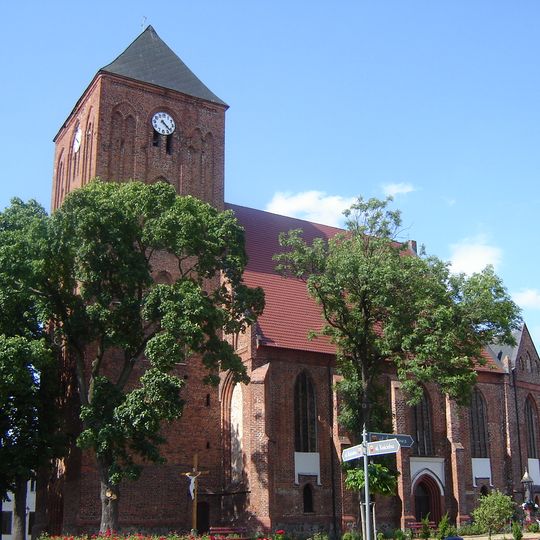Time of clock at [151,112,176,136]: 4:22
